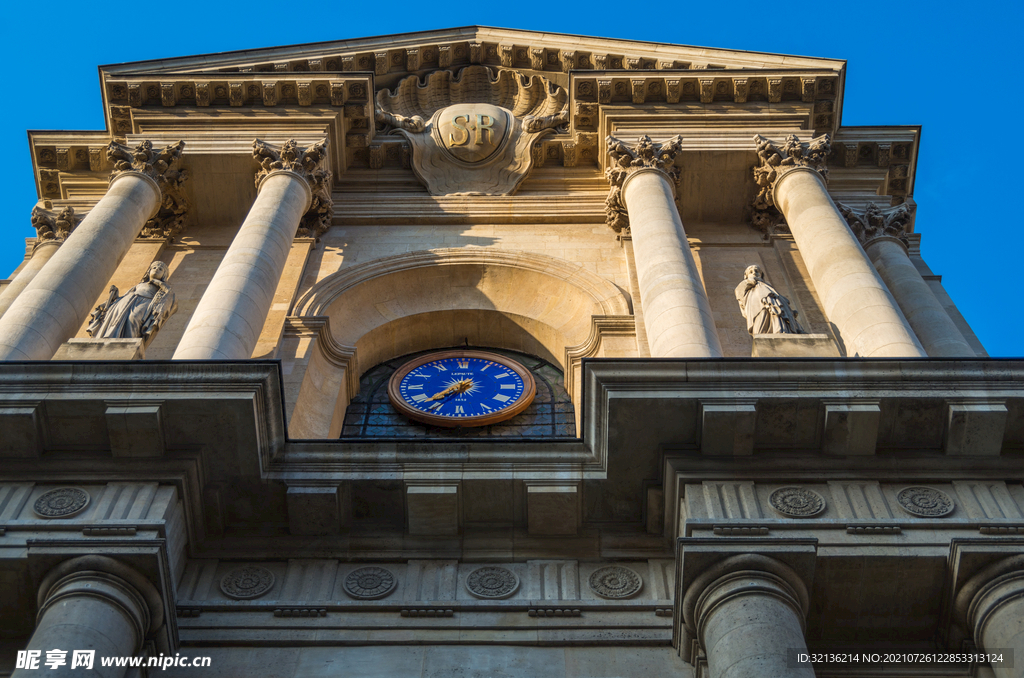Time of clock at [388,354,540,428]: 7:36
